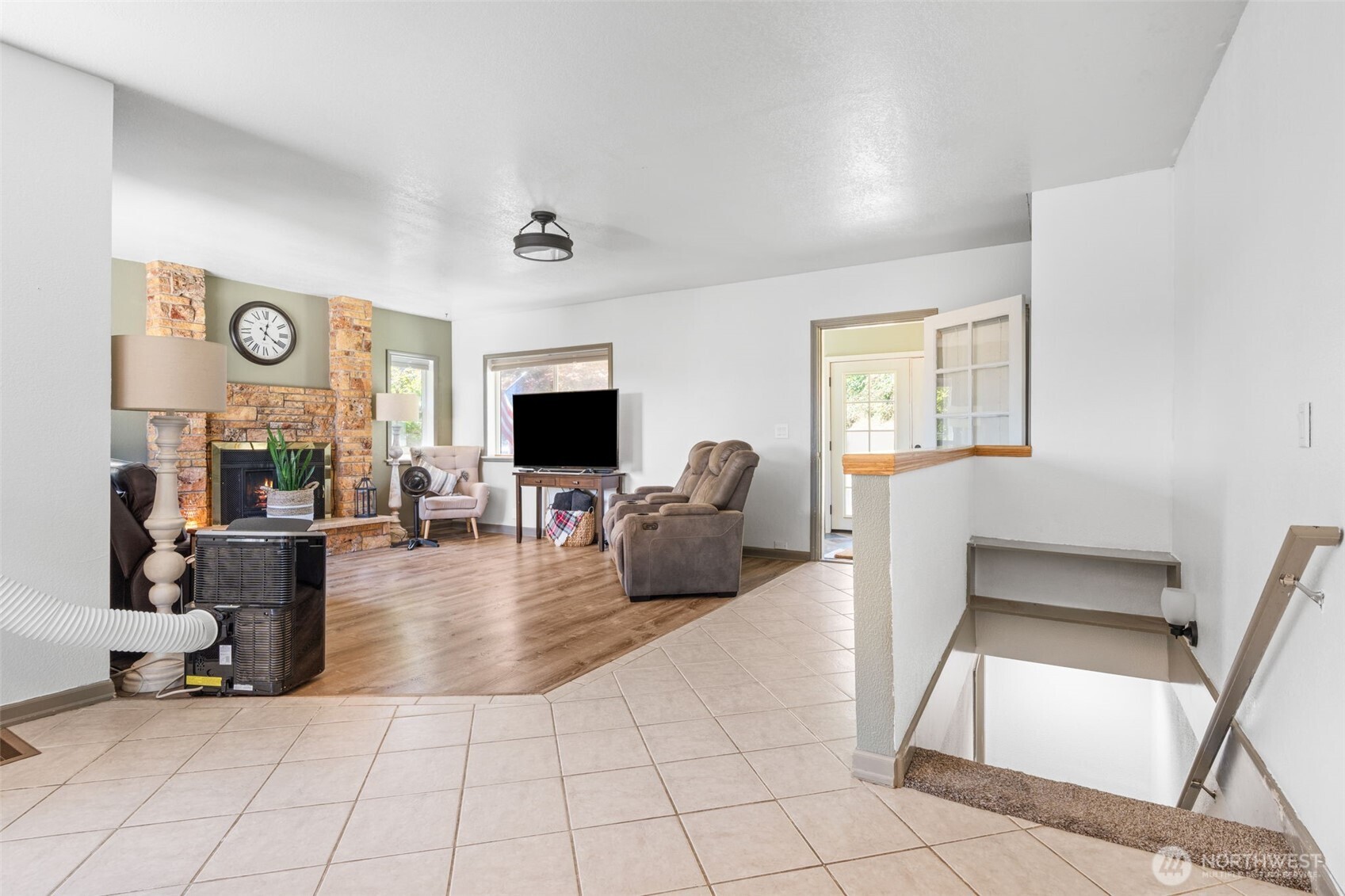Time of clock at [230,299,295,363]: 12:21
